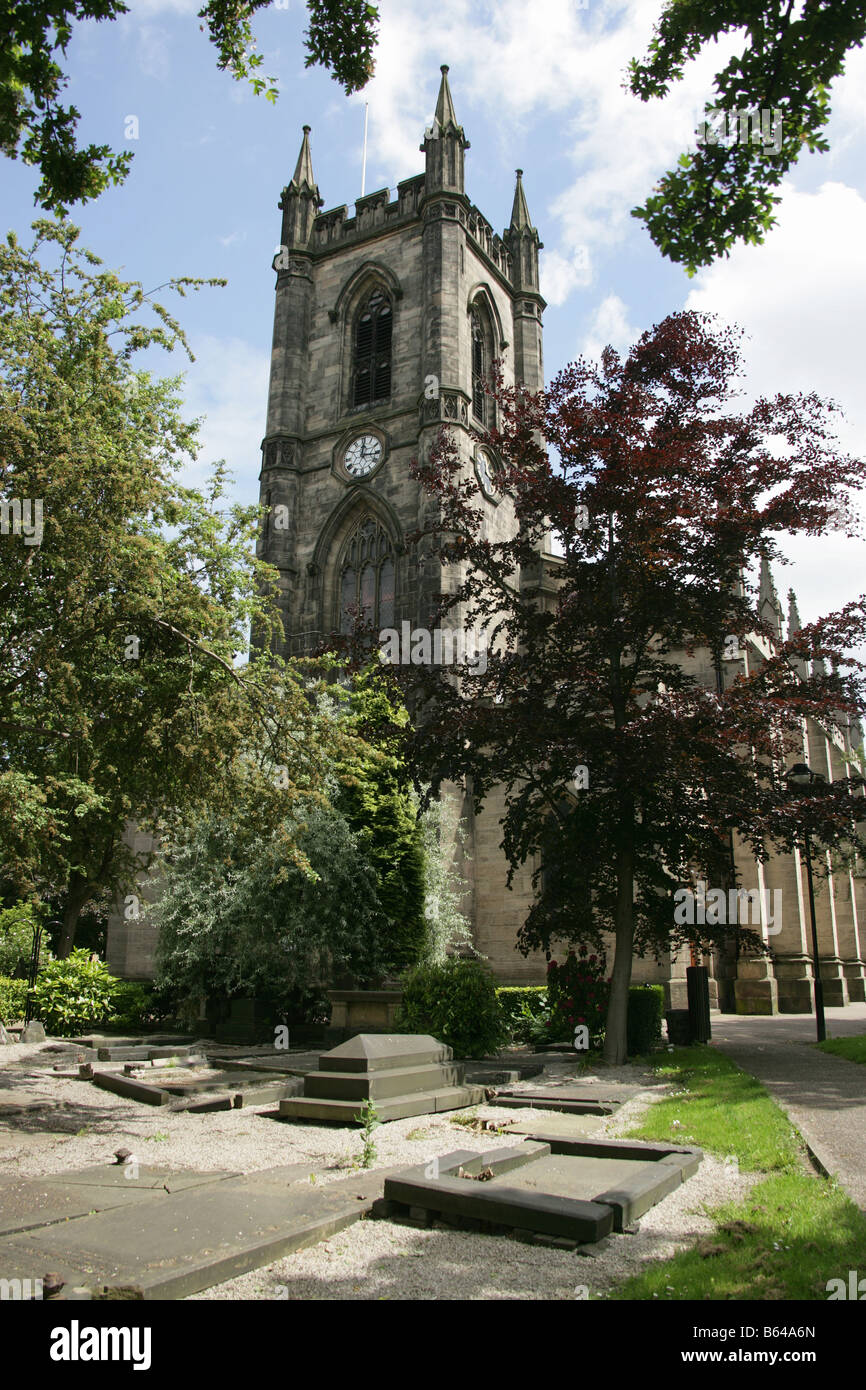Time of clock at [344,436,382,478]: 12:15
